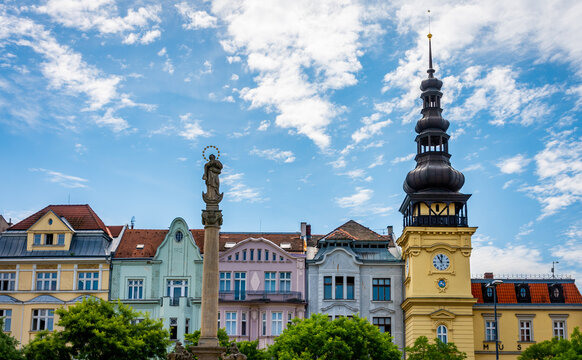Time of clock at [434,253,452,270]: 11:02
